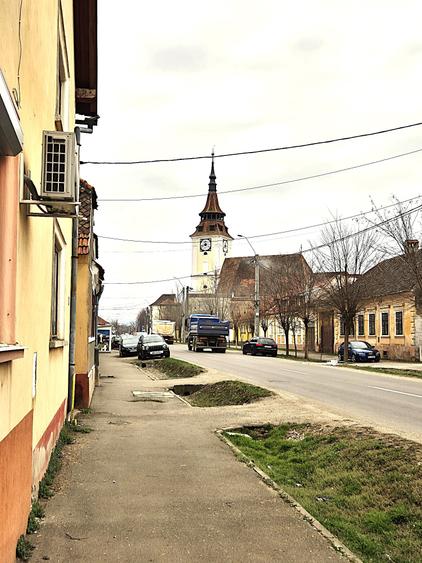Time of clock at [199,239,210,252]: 11:42
